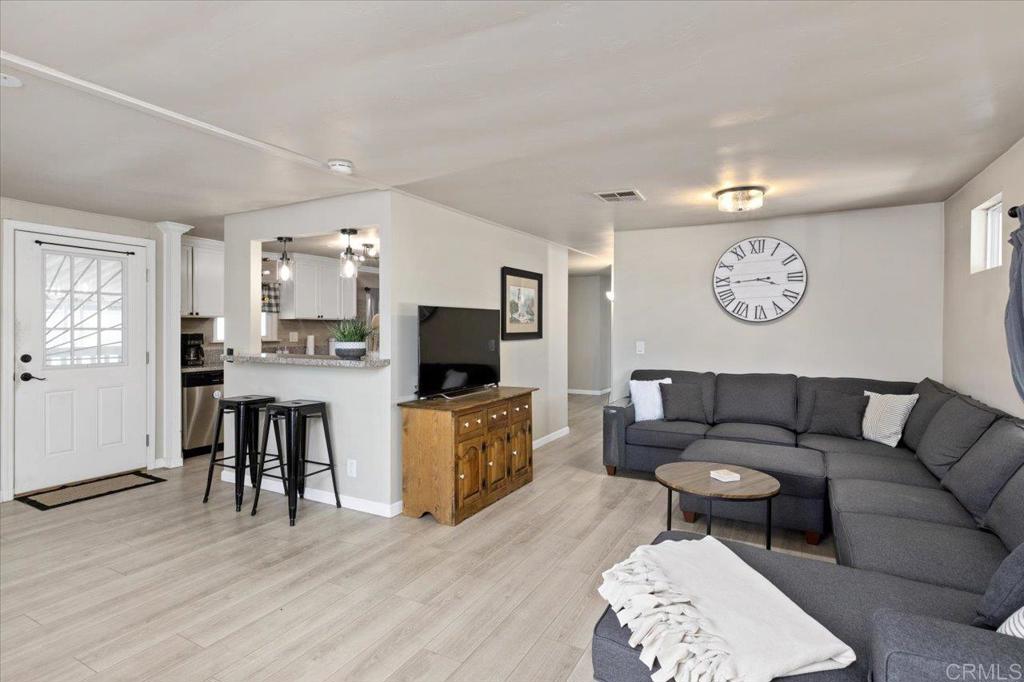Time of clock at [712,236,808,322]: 3:44
